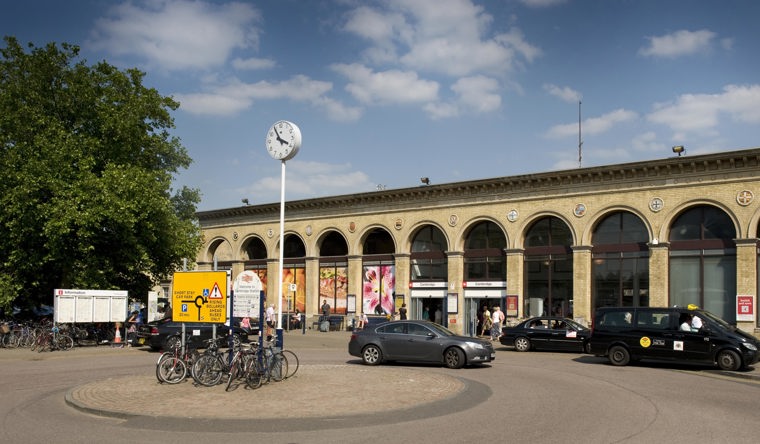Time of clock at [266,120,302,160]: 3:55
